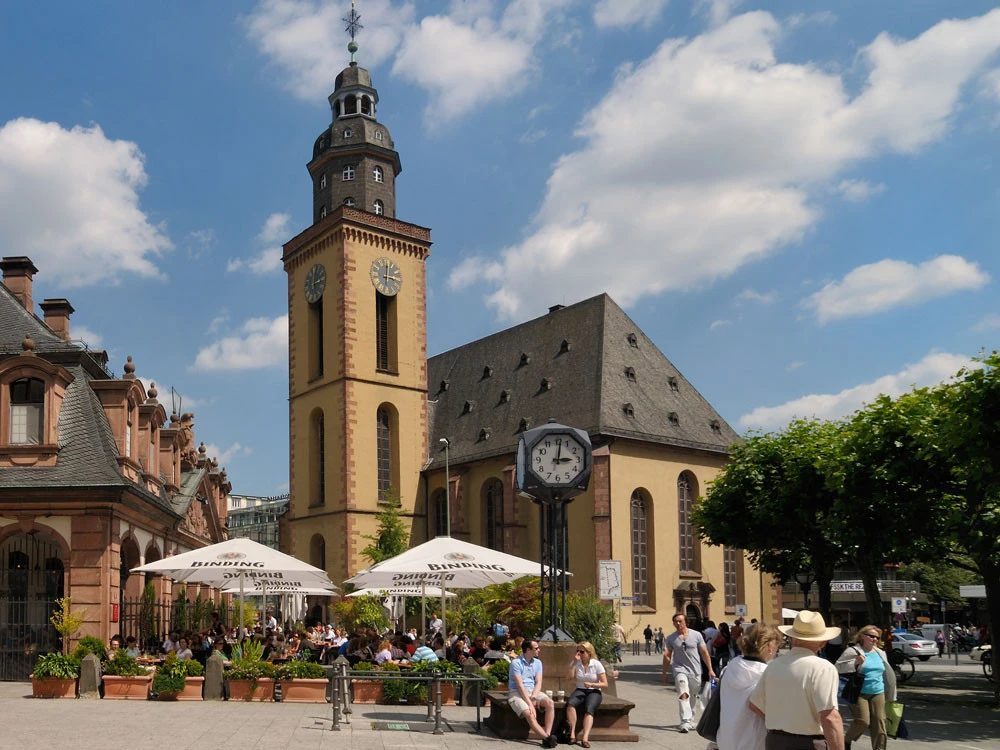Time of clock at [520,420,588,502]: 3:01
